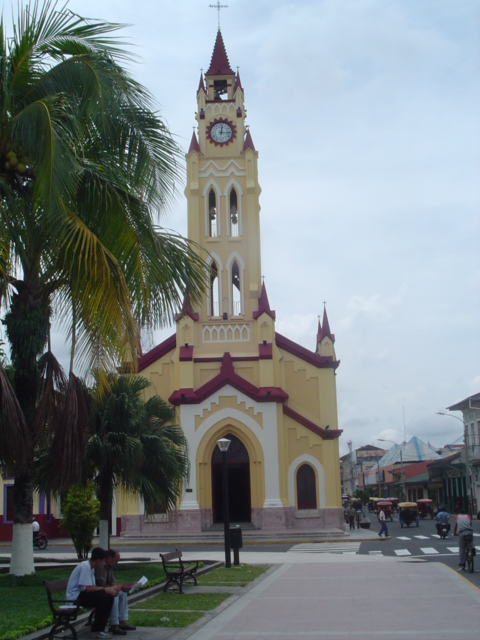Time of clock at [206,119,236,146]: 12:15
